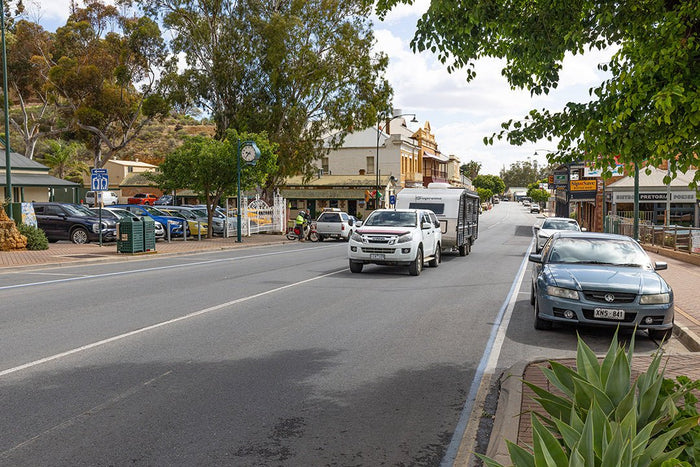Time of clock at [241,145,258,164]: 9:37
